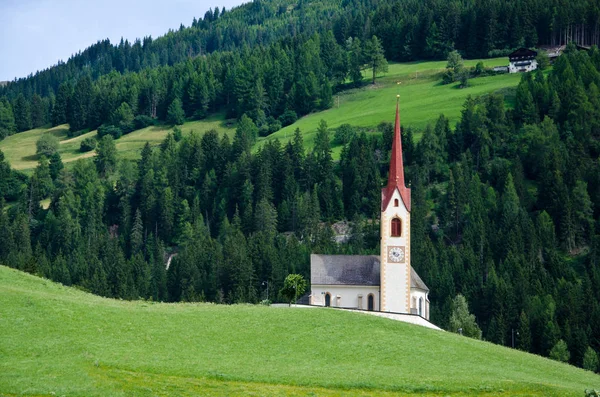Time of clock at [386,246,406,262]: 9:22
